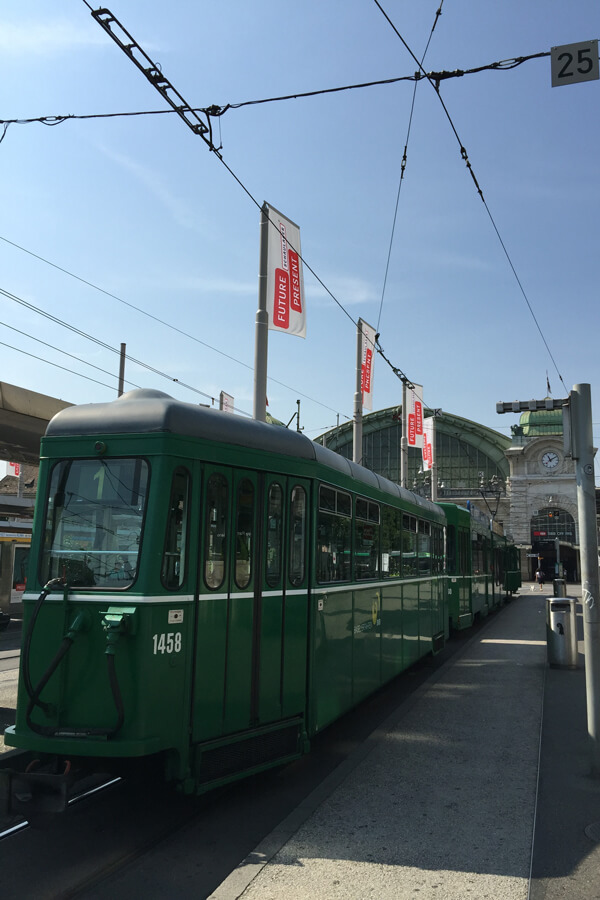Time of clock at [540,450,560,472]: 11:09
